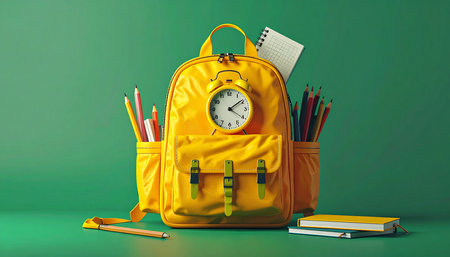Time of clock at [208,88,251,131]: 4:09
